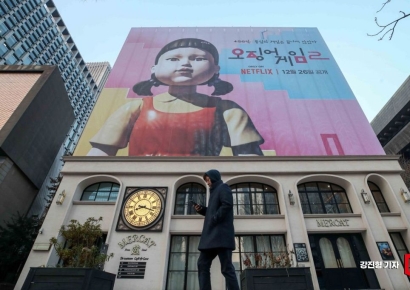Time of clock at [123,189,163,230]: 8:17
